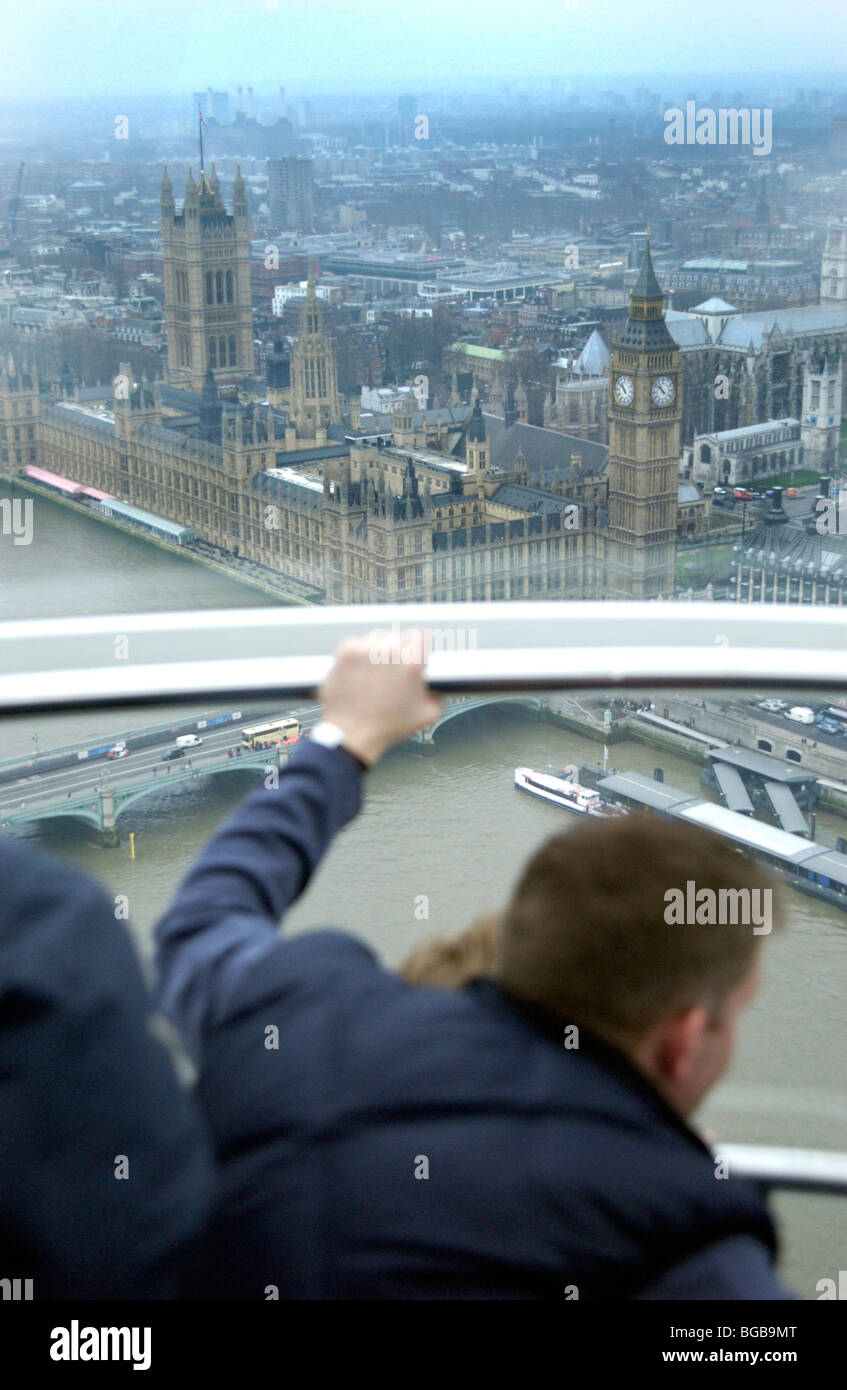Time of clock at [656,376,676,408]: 10:52
